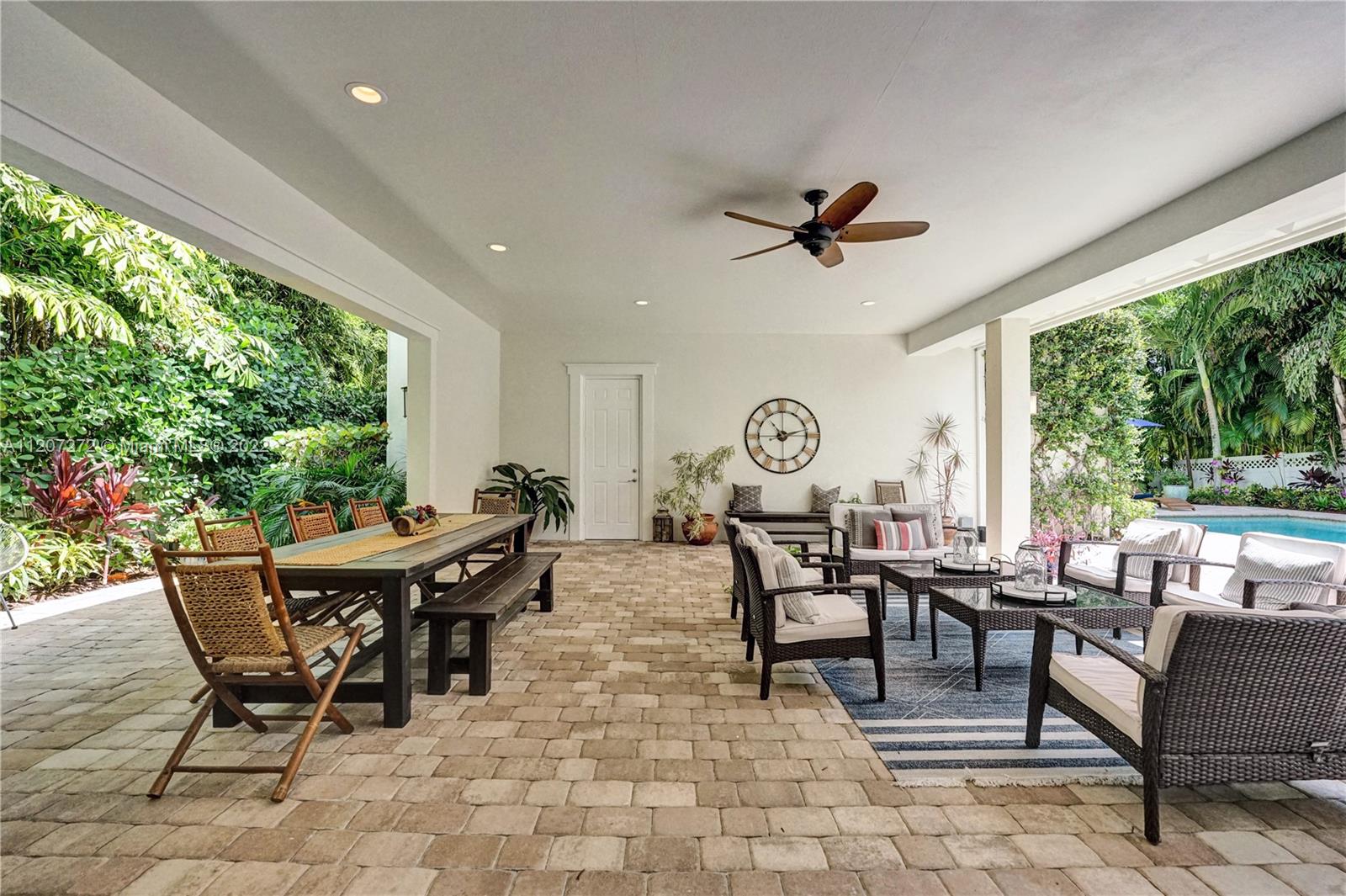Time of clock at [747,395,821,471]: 11:12
